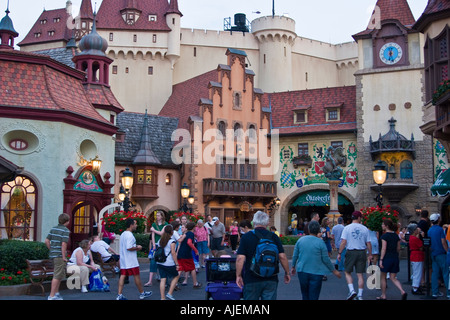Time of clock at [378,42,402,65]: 6:27
